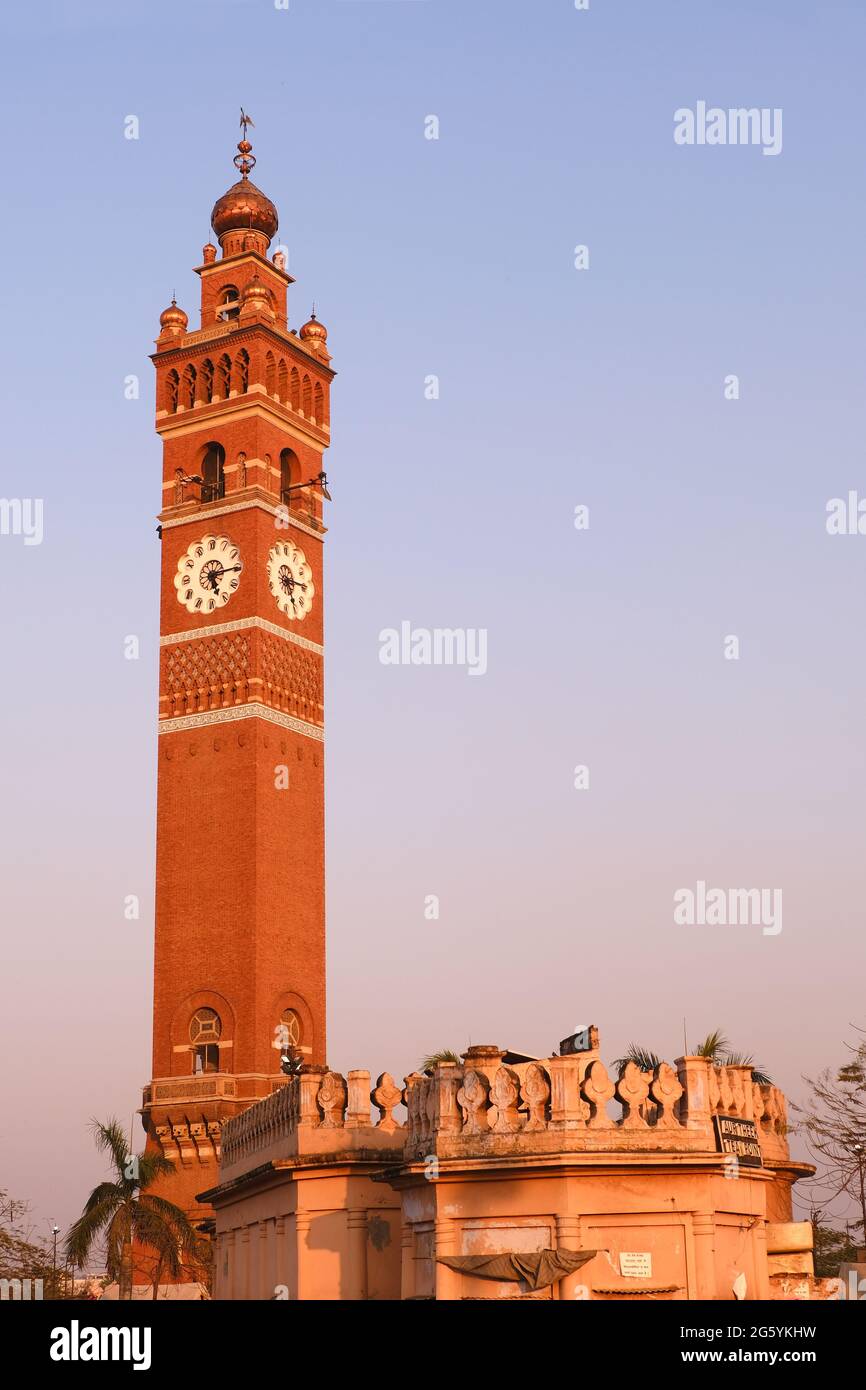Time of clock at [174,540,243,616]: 5:14
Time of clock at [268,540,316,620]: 5:14
